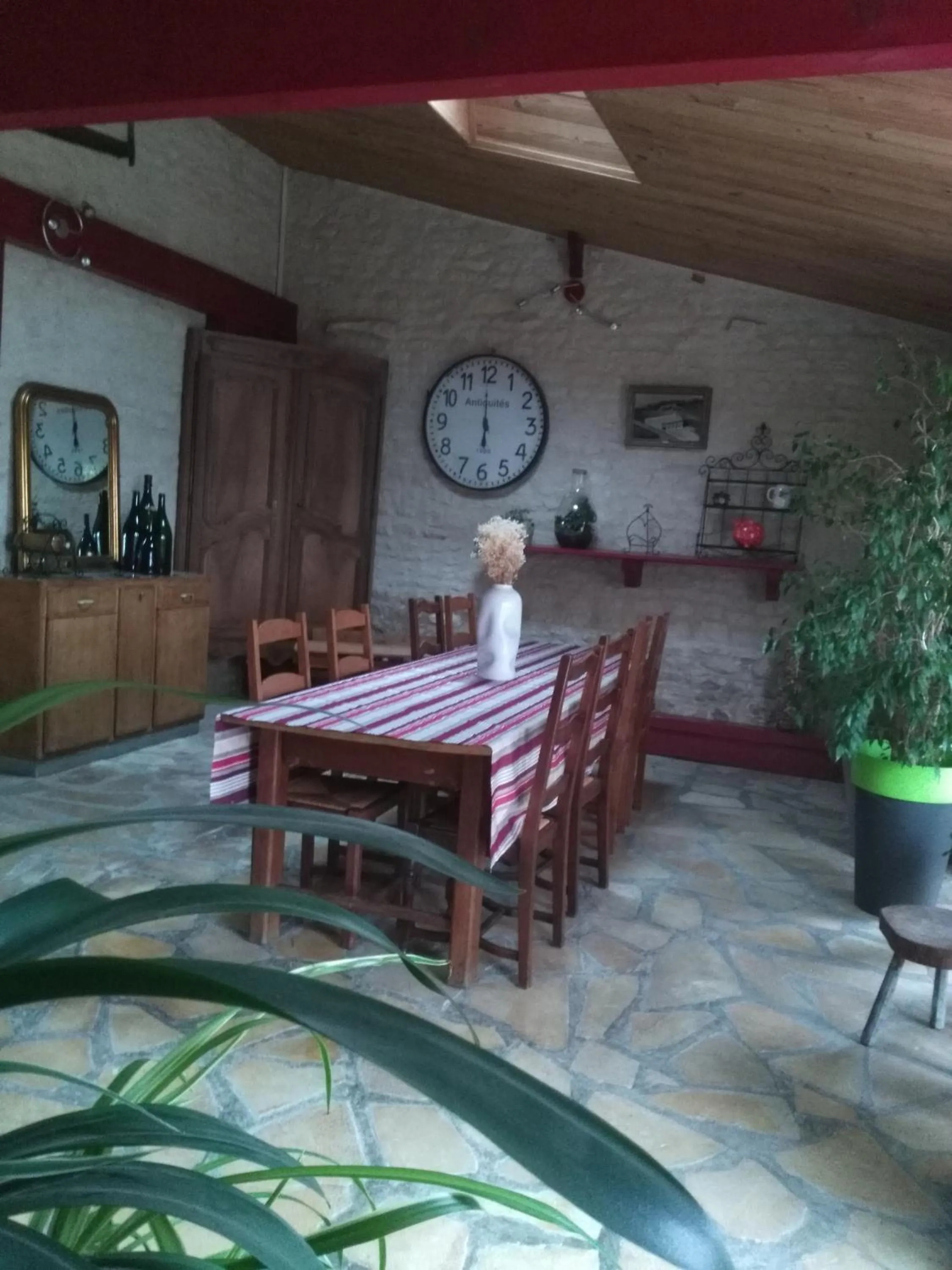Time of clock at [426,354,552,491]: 5:59
